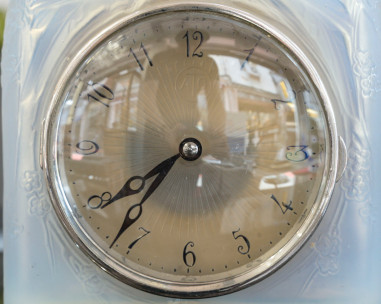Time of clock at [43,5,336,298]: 7:36
